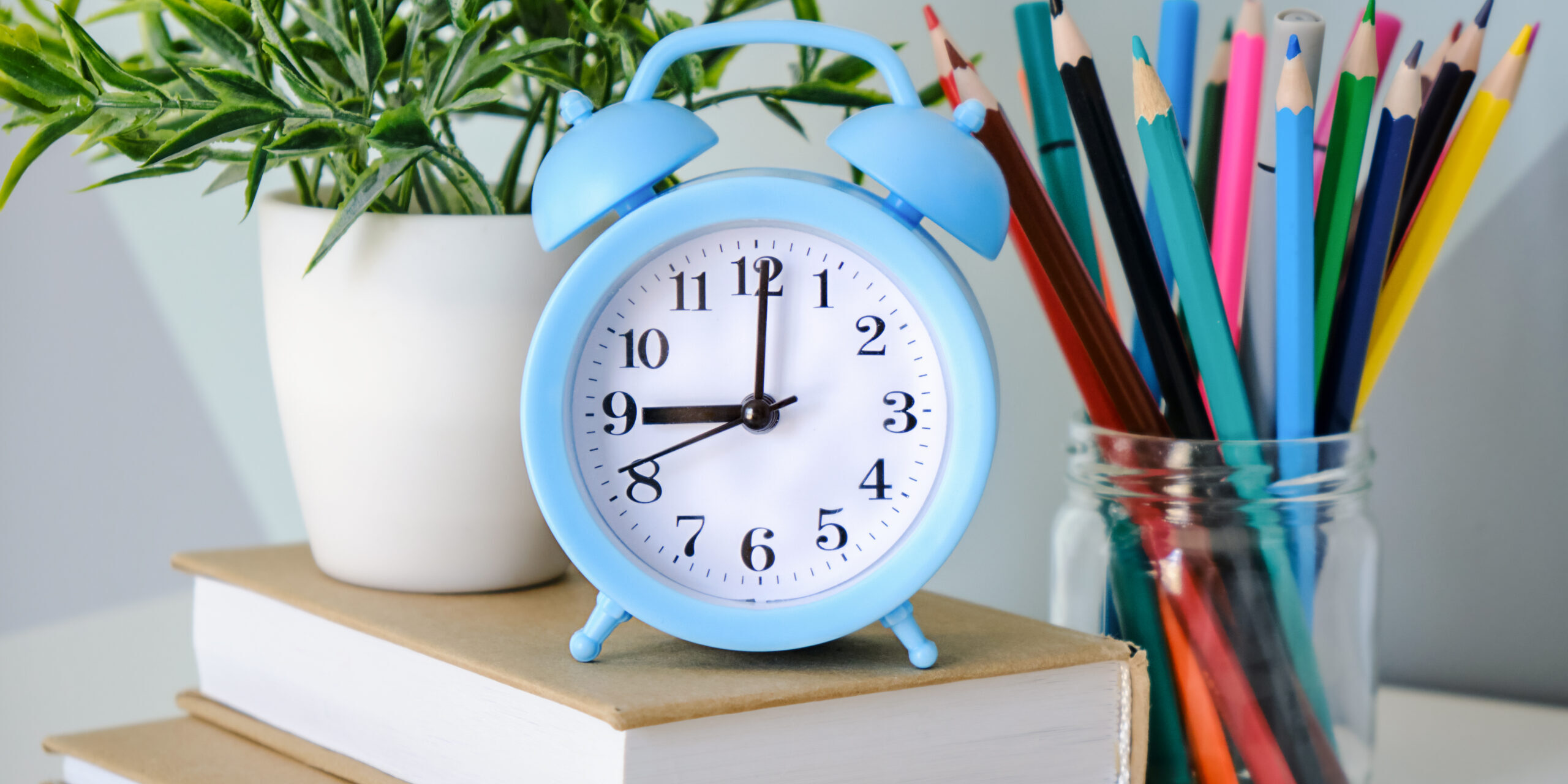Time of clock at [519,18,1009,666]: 9:00
